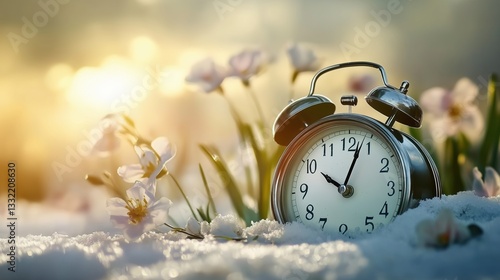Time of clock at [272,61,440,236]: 10:03
